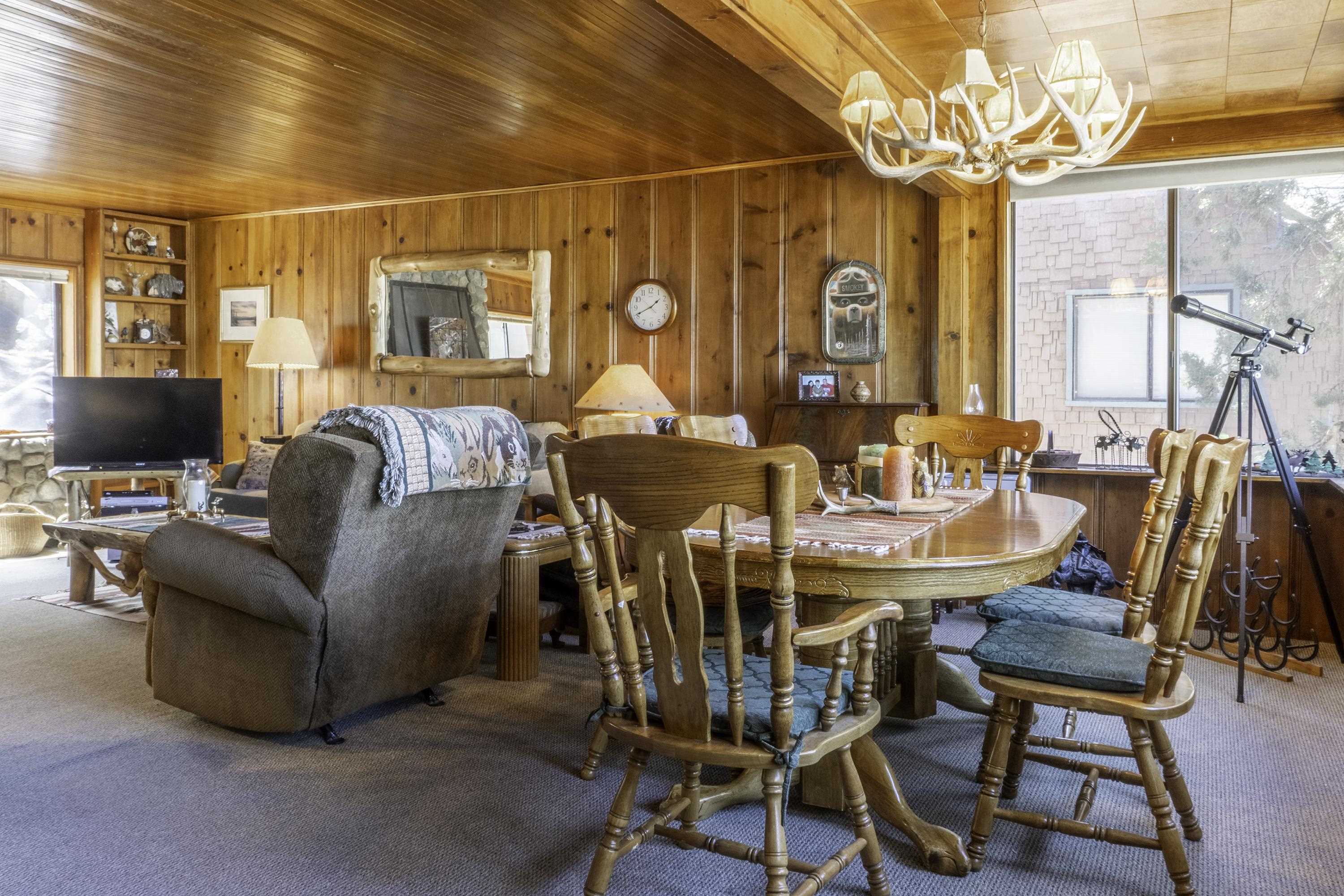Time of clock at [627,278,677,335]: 1:41
